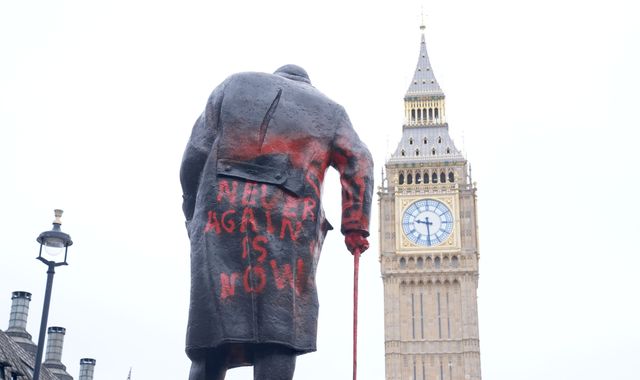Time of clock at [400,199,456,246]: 9:29
